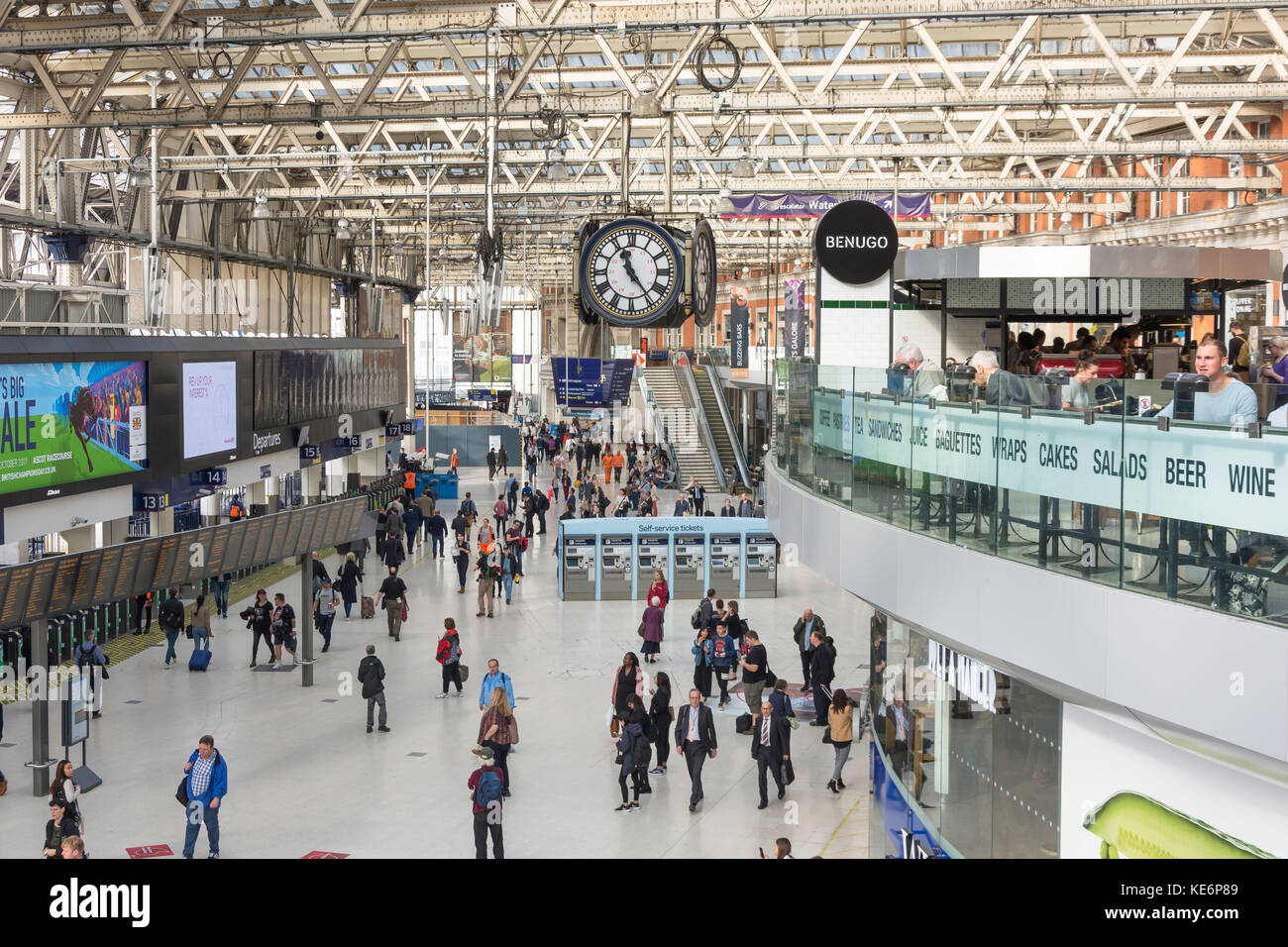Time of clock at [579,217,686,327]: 11:23
